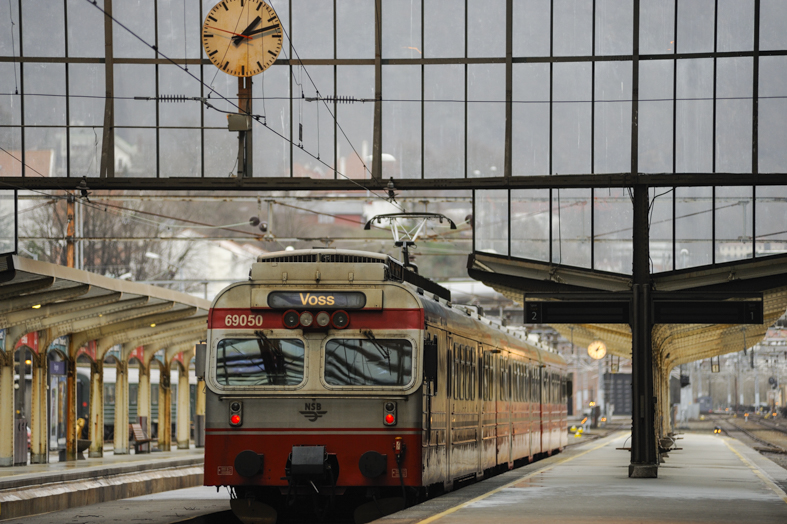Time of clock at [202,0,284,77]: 1:12
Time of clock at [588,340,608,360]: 1:12
